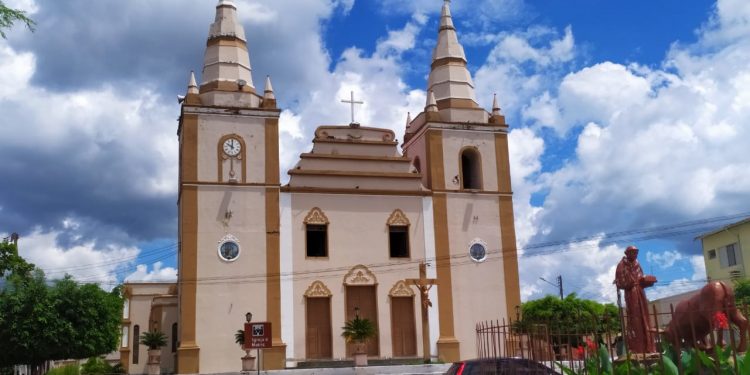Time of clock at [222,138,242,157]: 10:00
